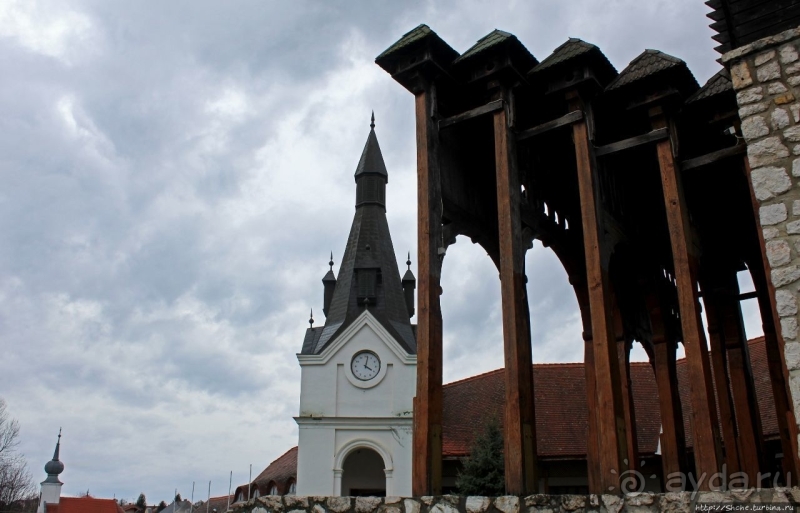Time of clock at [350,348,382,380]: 4:01
